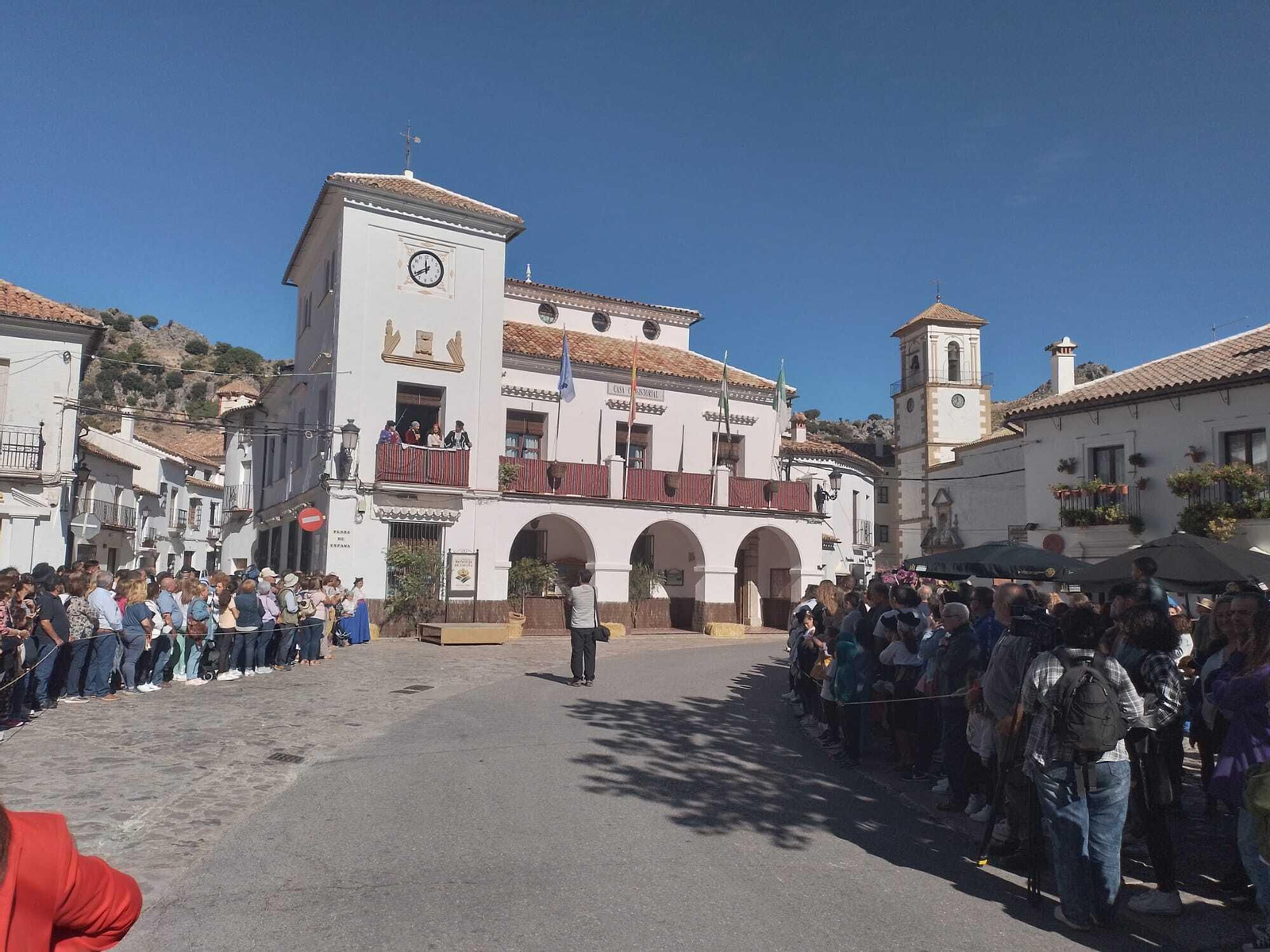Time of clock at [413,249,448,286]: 11:39
